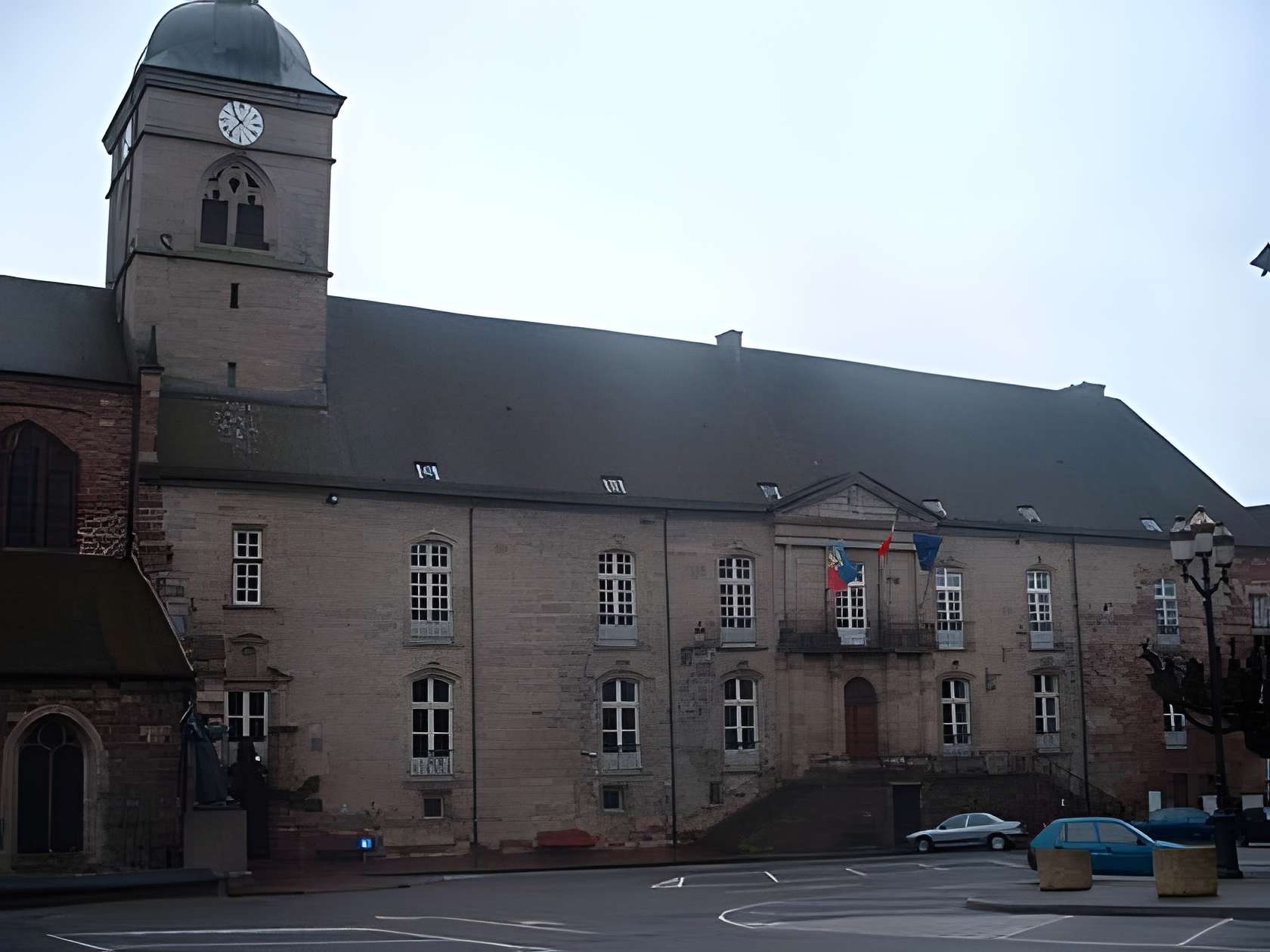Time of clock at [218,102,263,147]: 10:36
